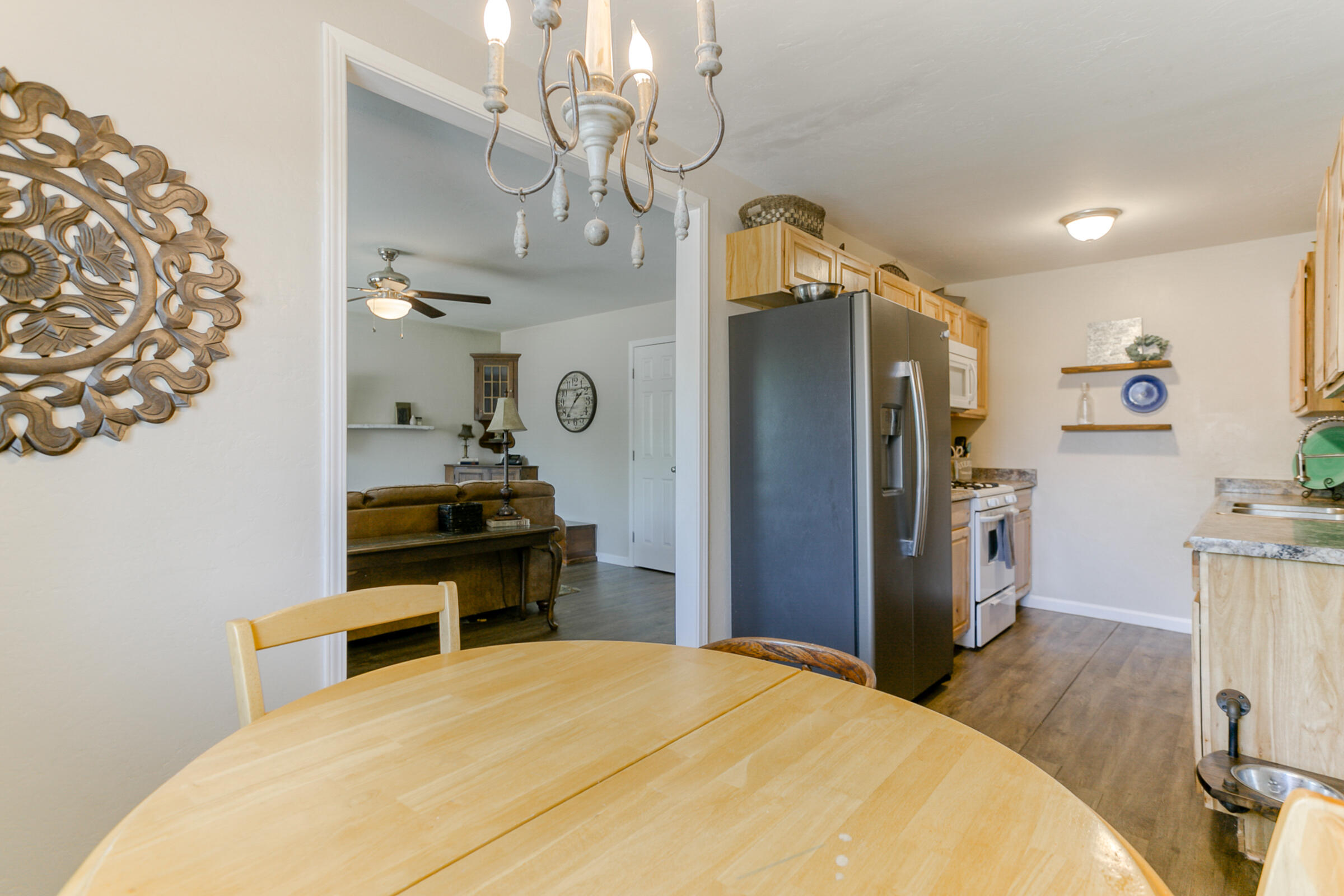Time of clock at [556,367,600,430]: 1:36
